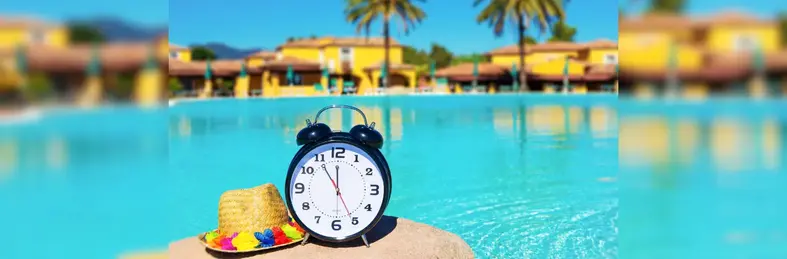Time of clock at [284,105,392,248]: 11:54
